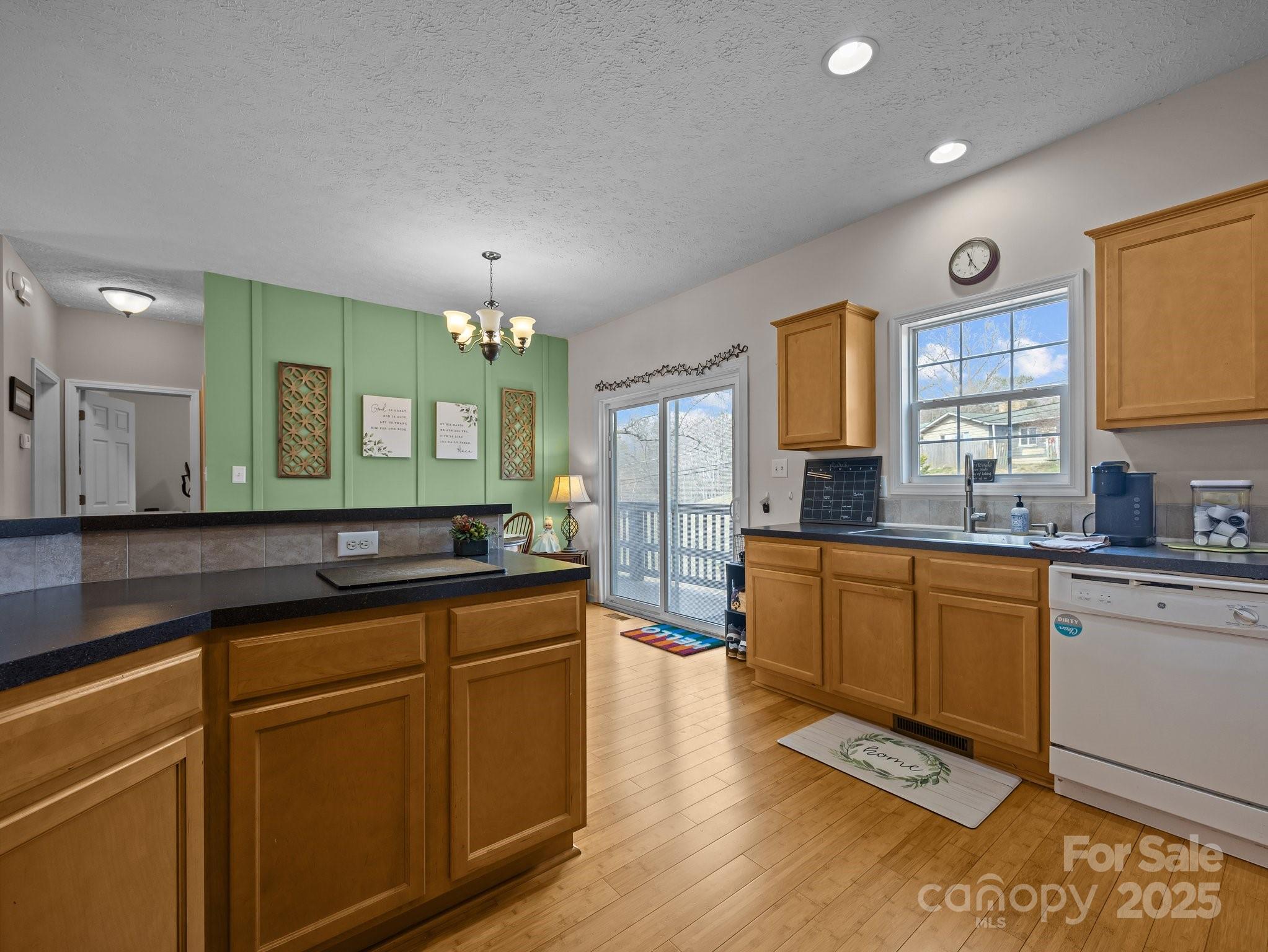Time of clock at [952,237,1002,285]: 11:25
